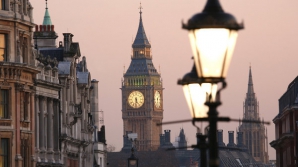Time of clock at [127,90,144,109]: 5:31
